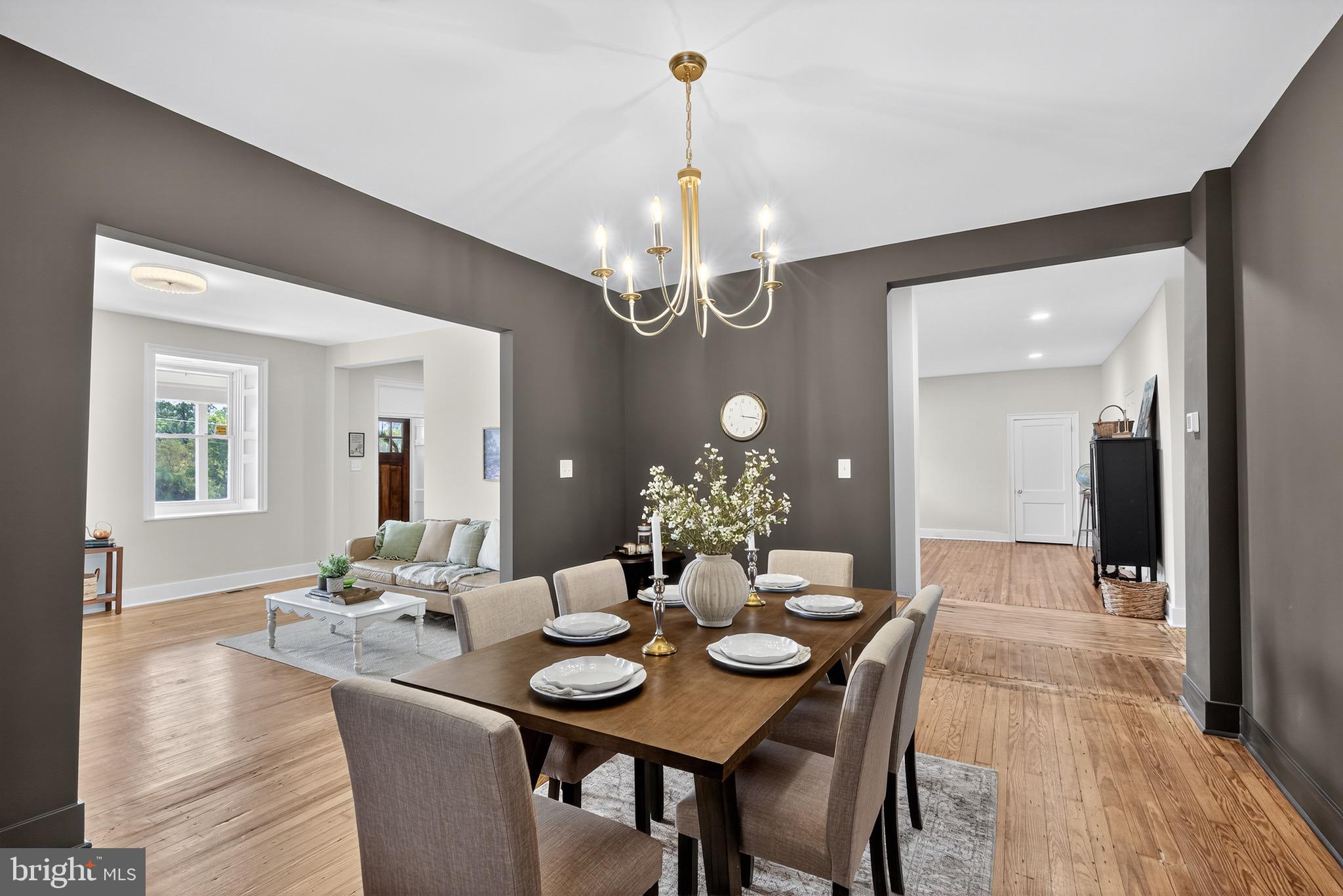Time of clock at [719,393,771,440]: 3:17
